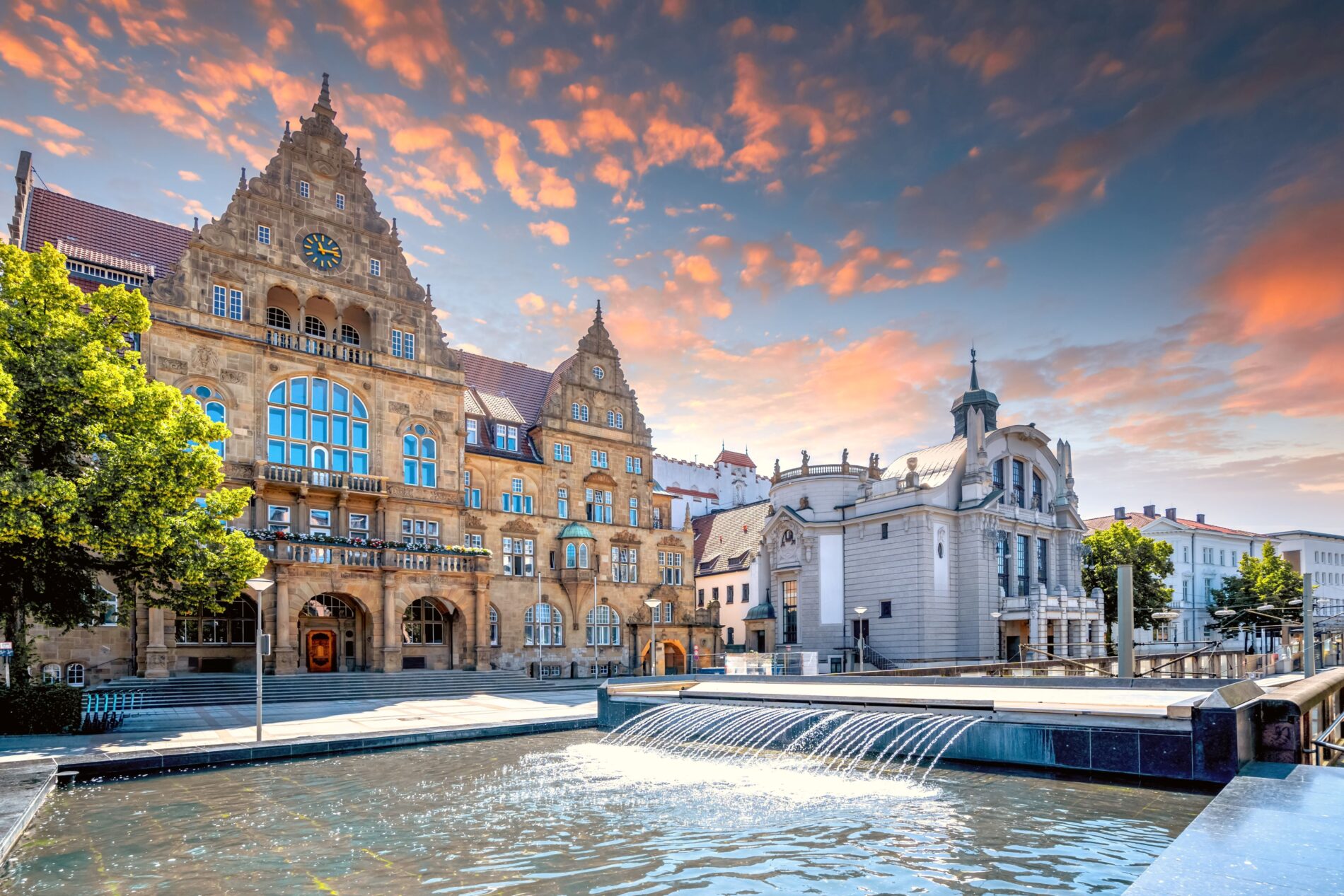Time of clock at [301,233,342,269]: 11:13
